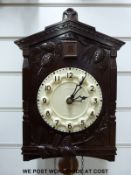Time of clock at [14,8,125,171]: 3:05
